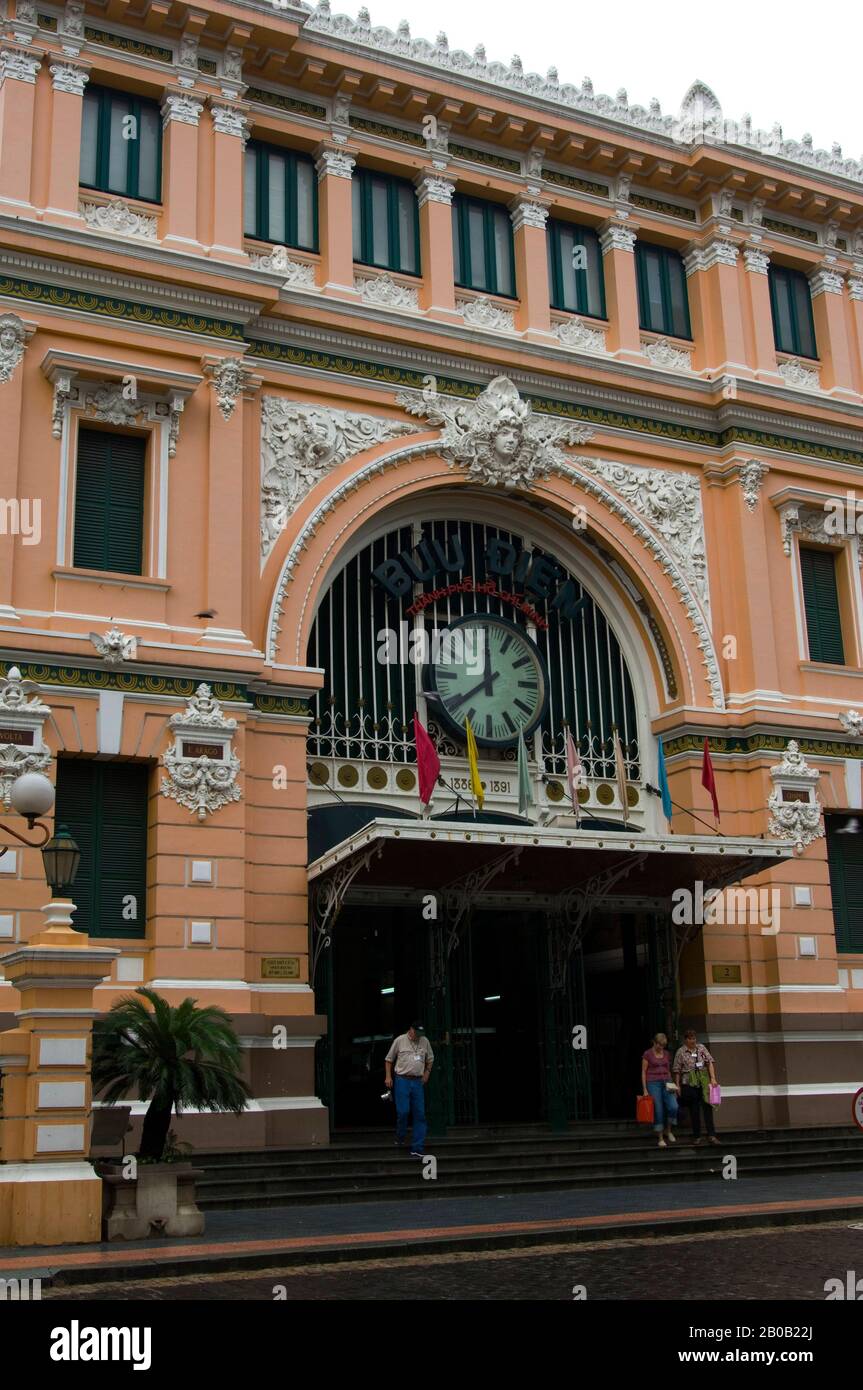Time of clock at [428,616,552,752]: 11:38
